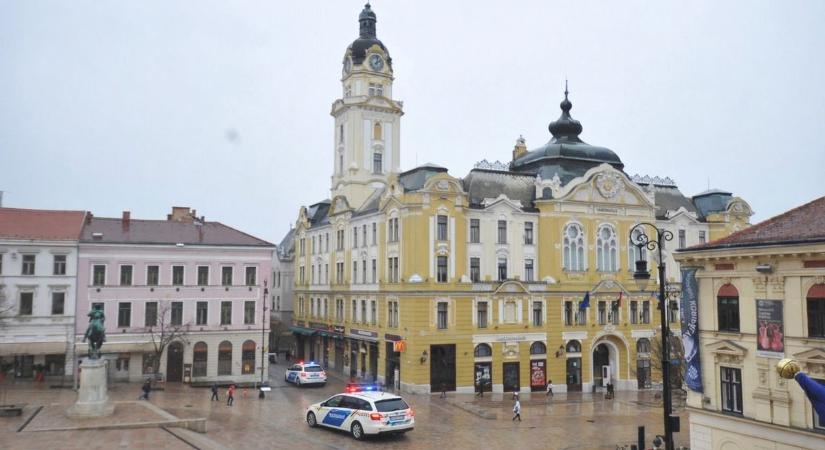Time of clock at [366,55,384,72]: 2:02
